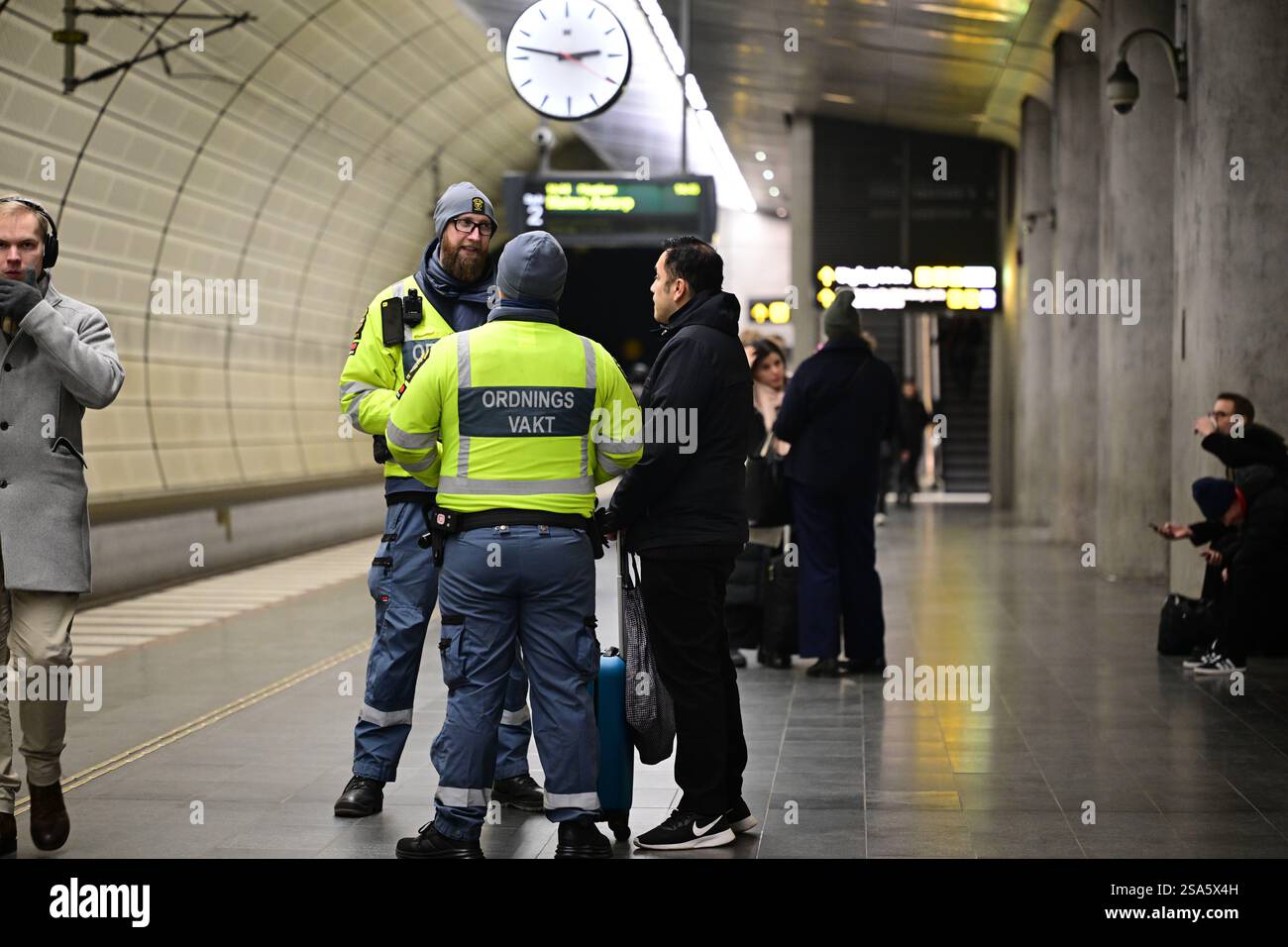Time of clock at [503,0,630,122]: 2:47
